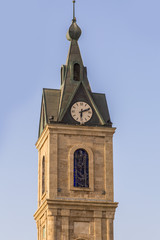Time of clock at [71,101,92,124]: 6:11
